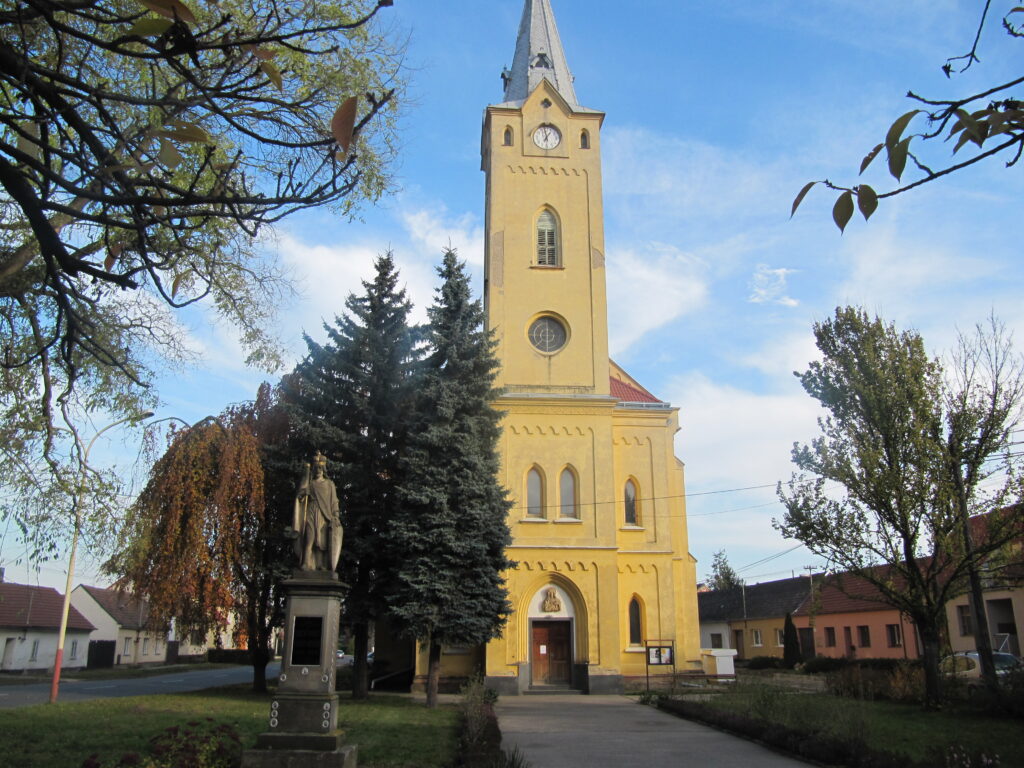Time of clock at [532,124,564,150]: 6:58
